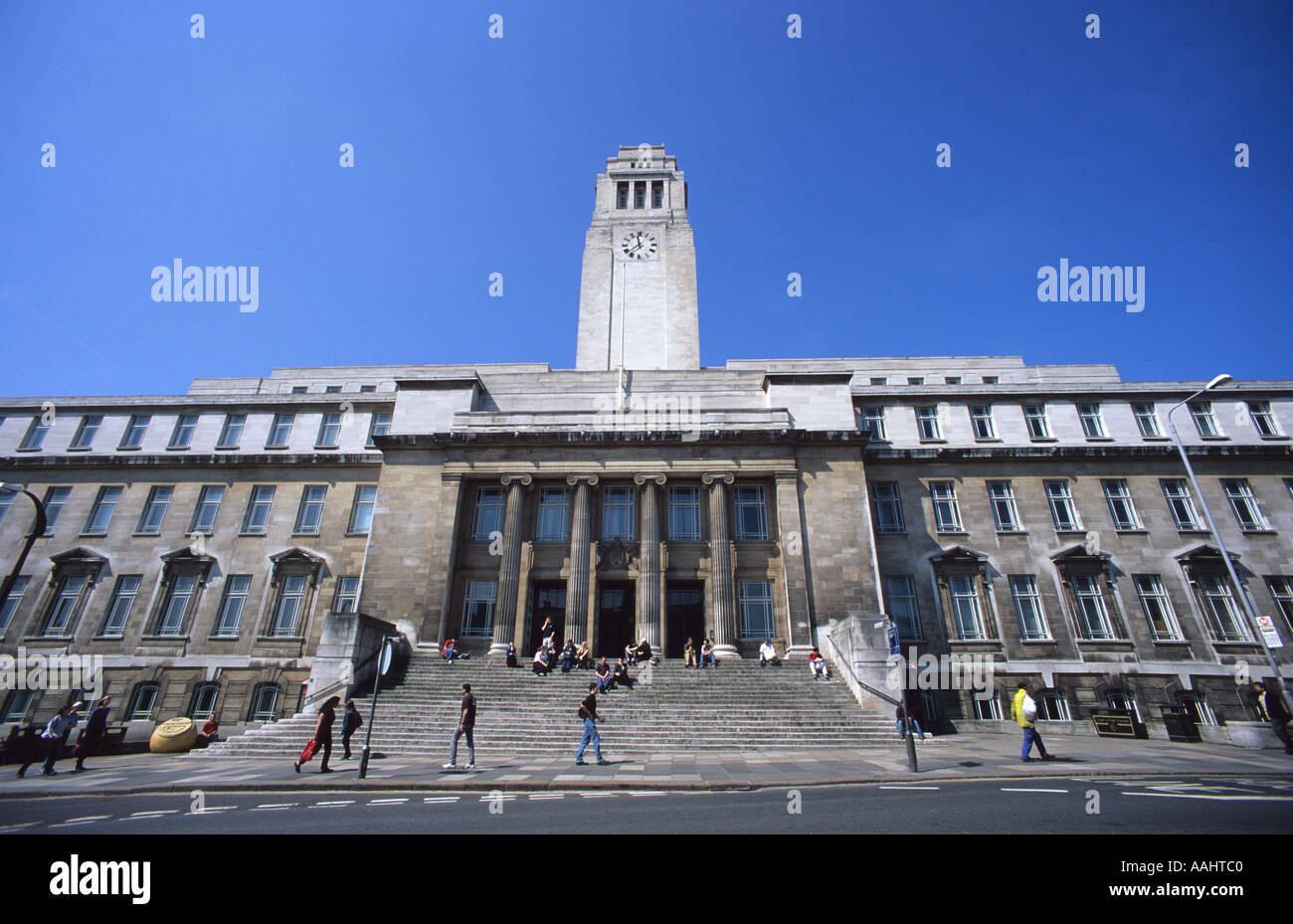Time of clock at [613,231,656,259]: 11:38
